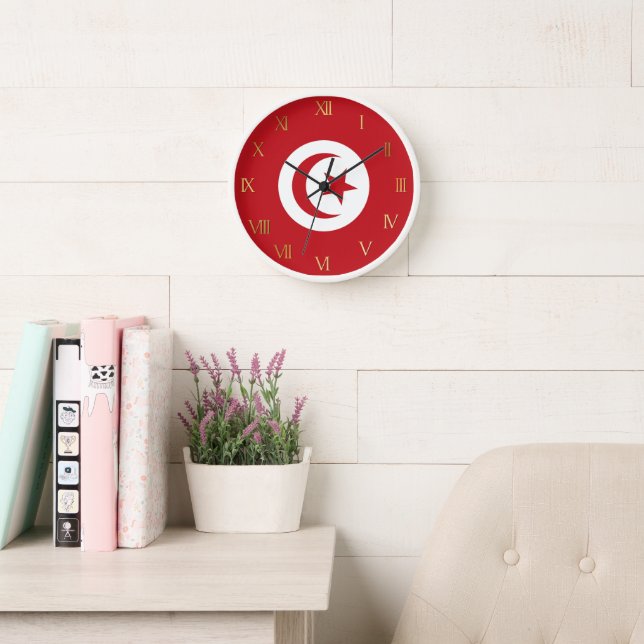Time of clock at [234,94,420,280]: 3:09
